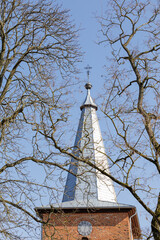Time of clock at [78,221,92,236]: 12:32
